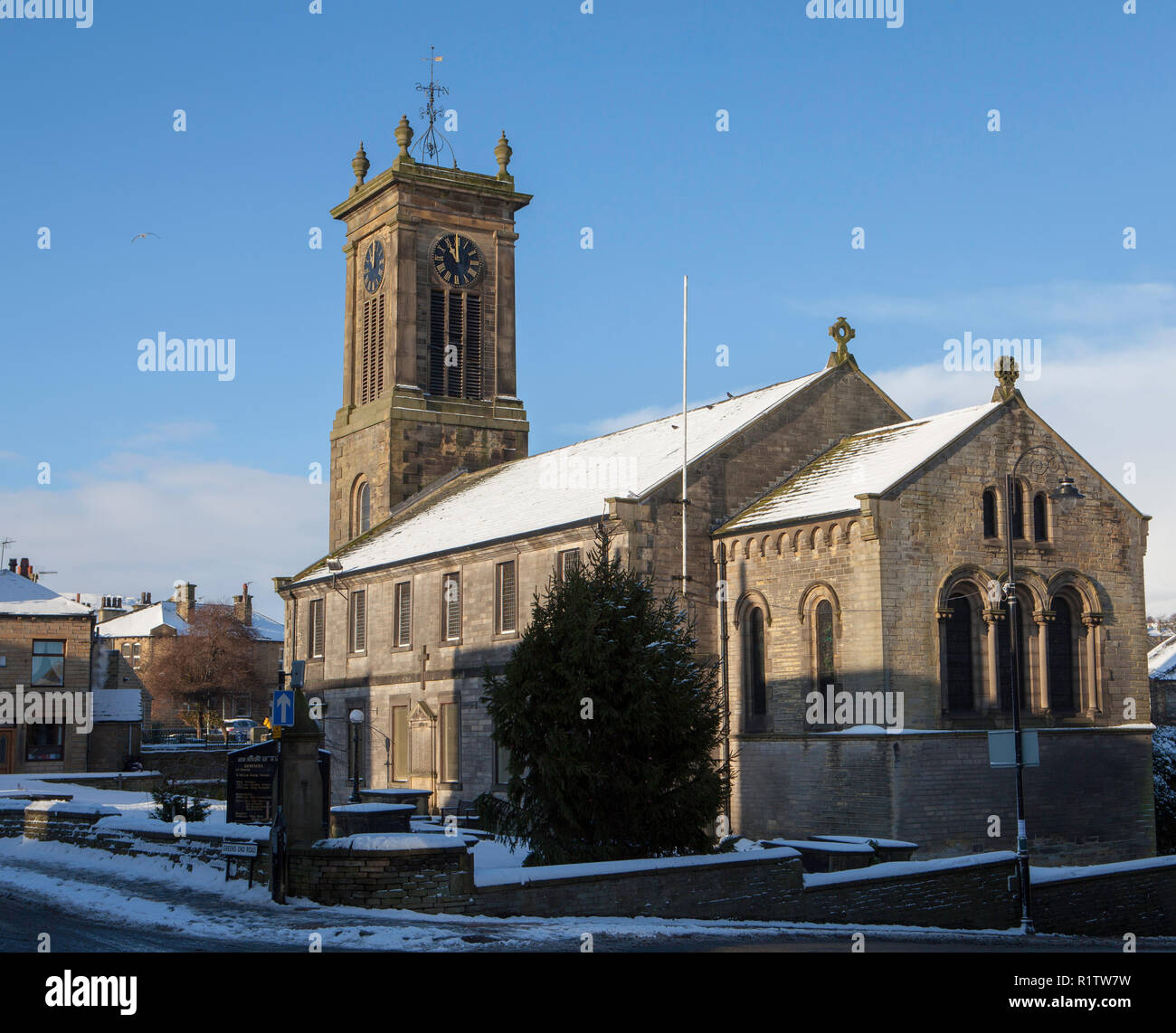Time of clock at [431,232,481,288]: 10:59
